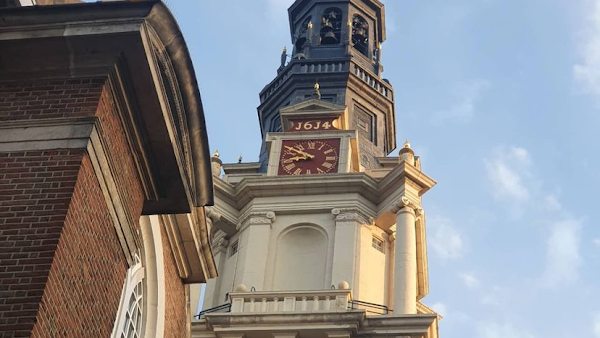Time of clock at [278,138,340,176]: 8:50
